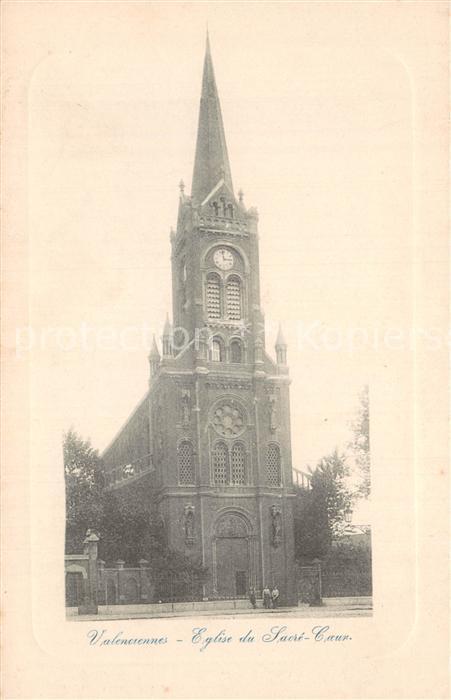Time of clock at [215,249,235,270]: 2:58
